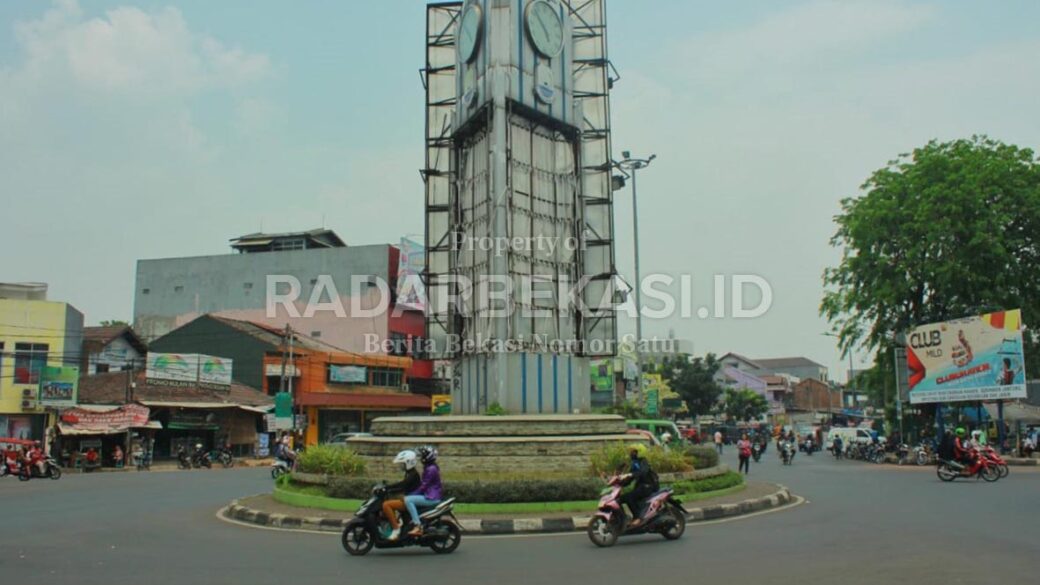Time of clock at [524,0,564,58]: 4:52
